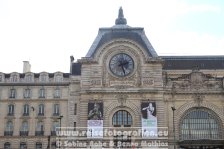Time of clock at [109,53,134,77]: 2:27
